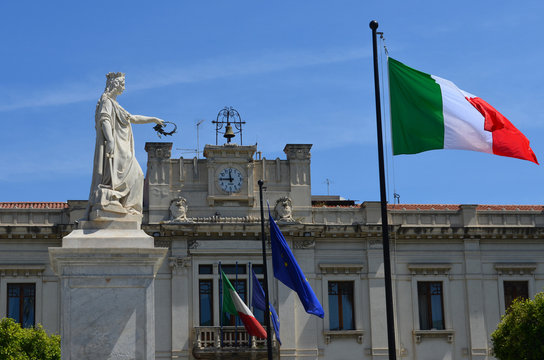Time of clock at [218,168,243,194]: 11:45
